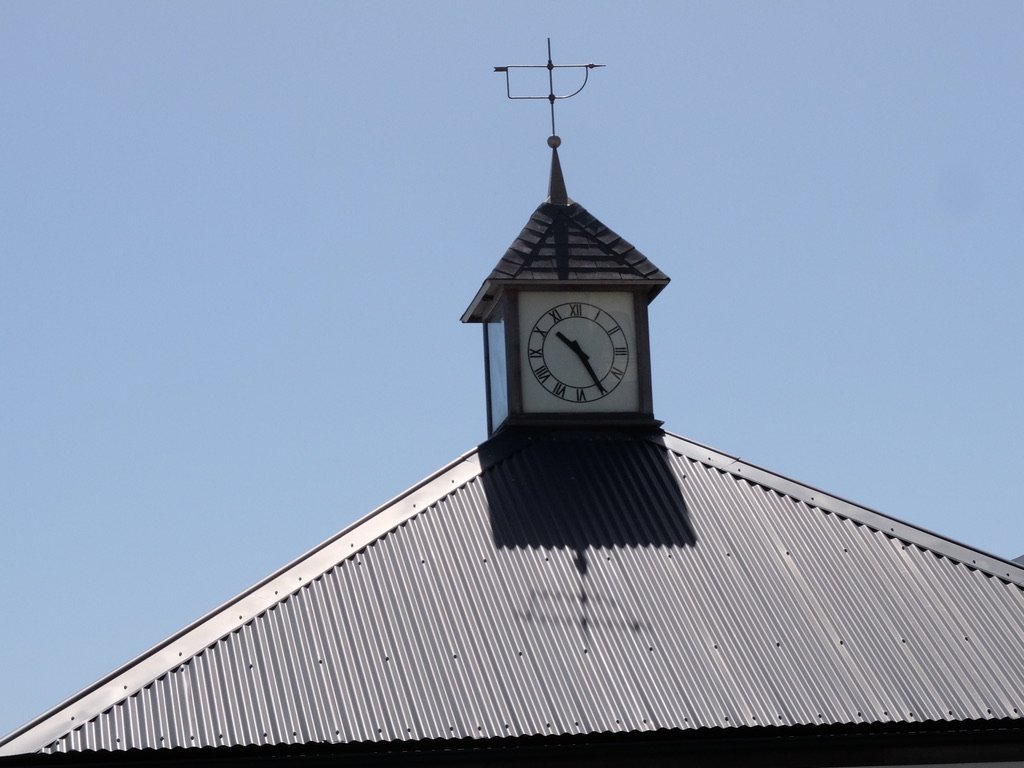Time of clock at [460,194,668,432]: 10:24
